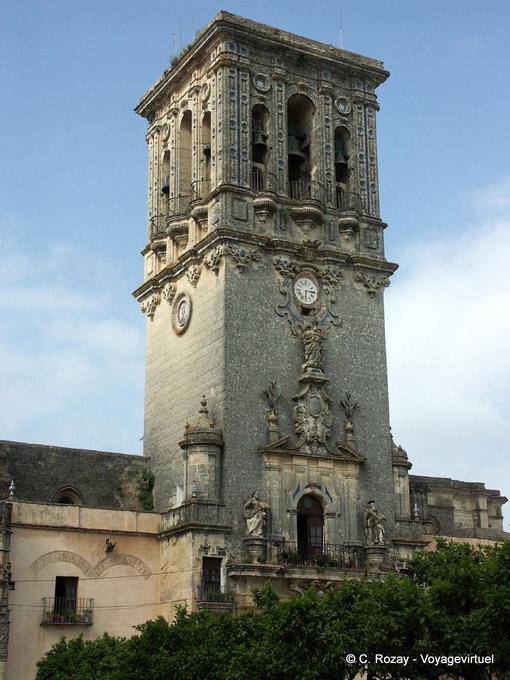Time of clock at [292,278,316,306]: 6:14
